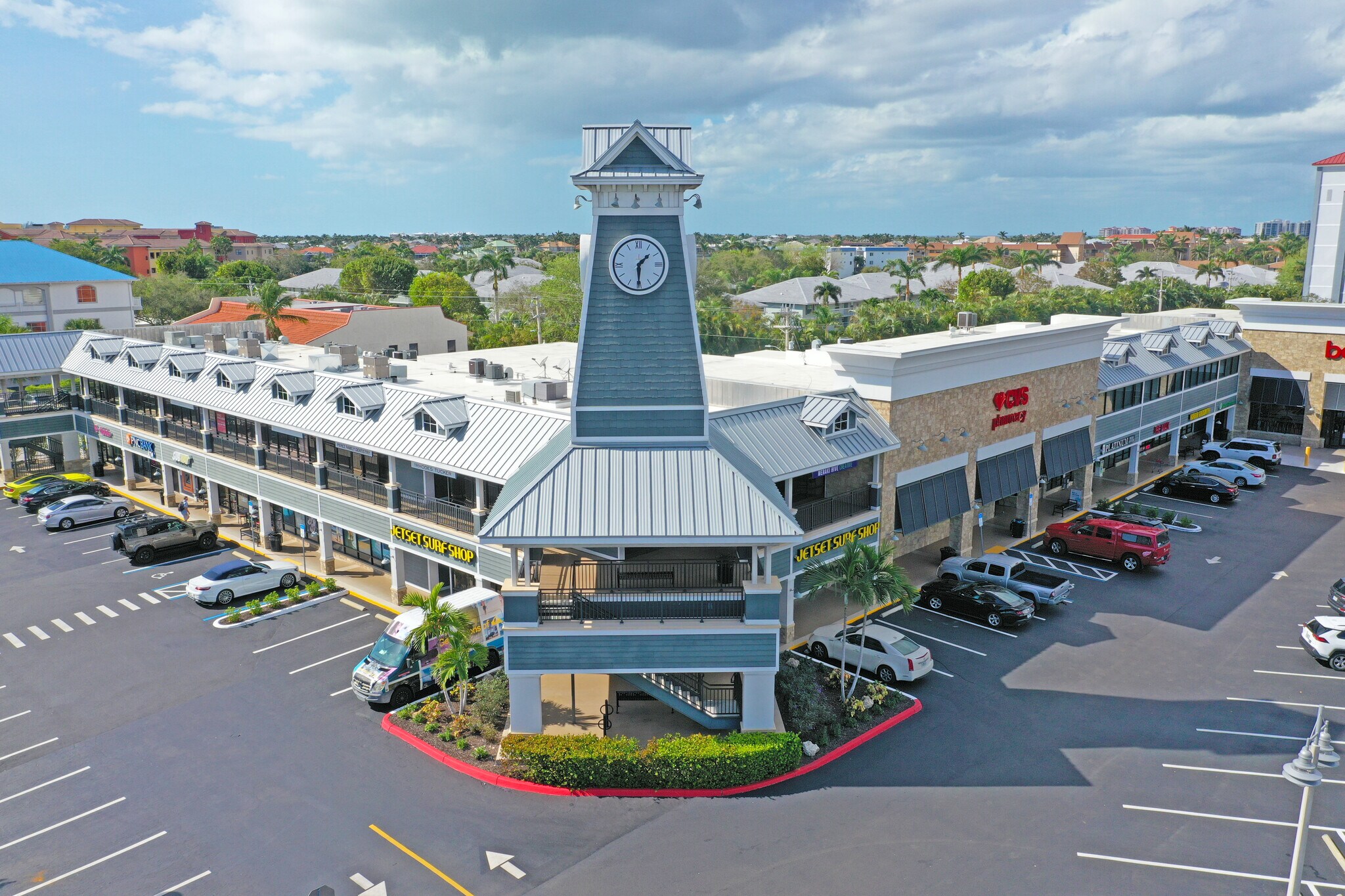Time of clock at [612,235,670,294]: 1:30
